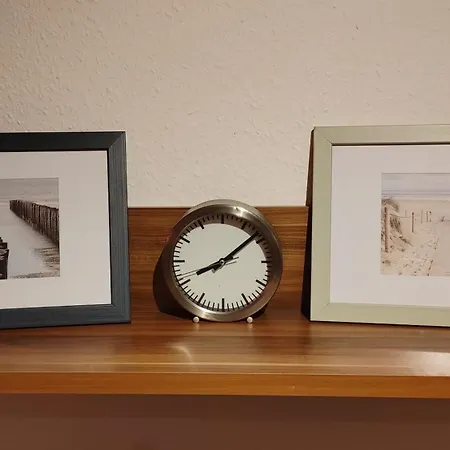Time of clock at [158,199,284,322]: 8:08
